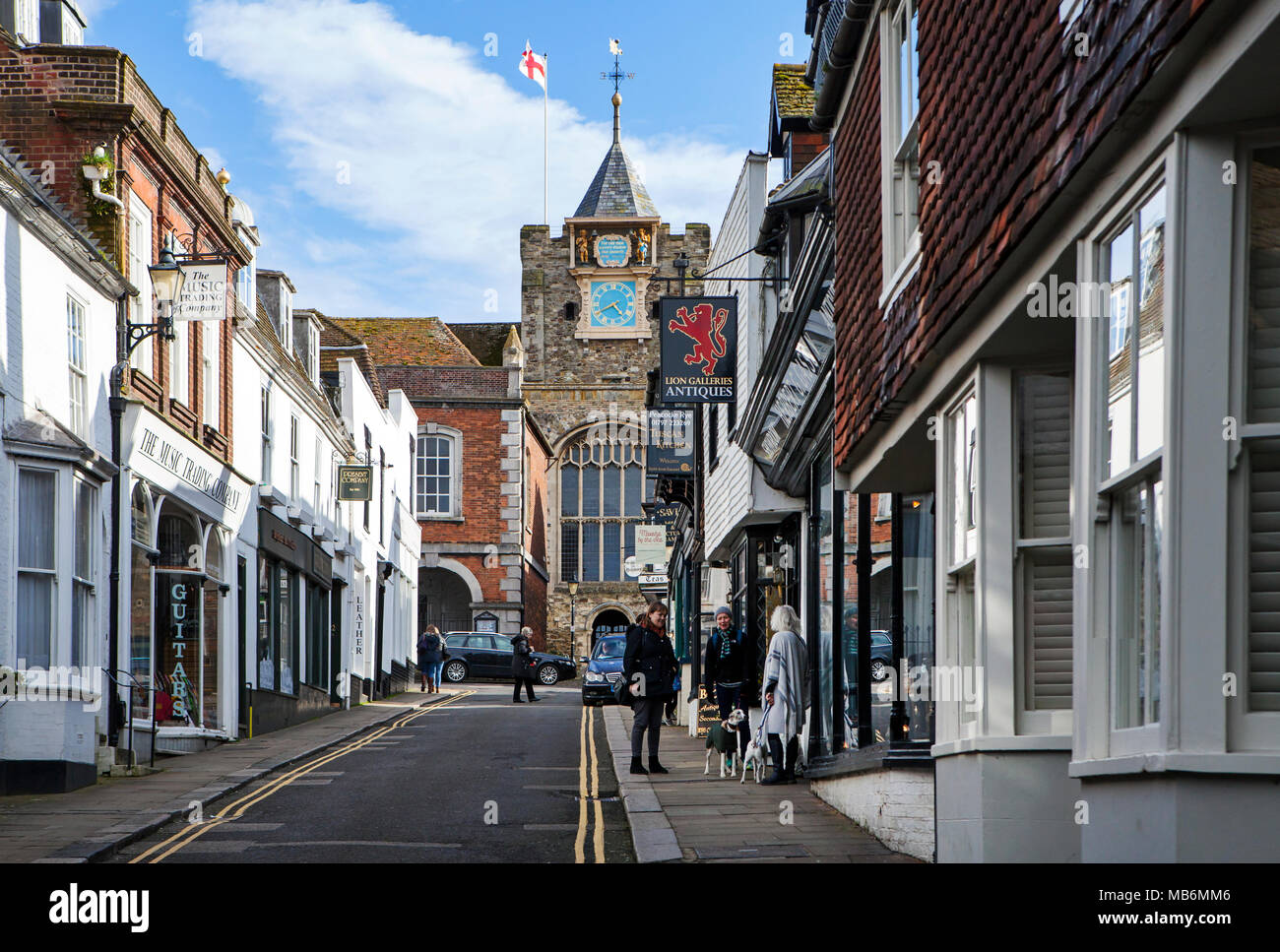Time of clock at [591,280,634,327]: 4:40
